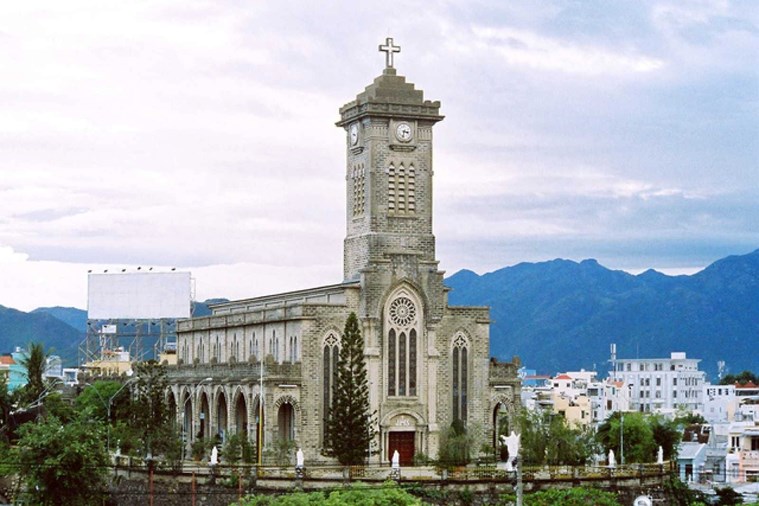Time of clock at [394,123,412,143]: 3:32
